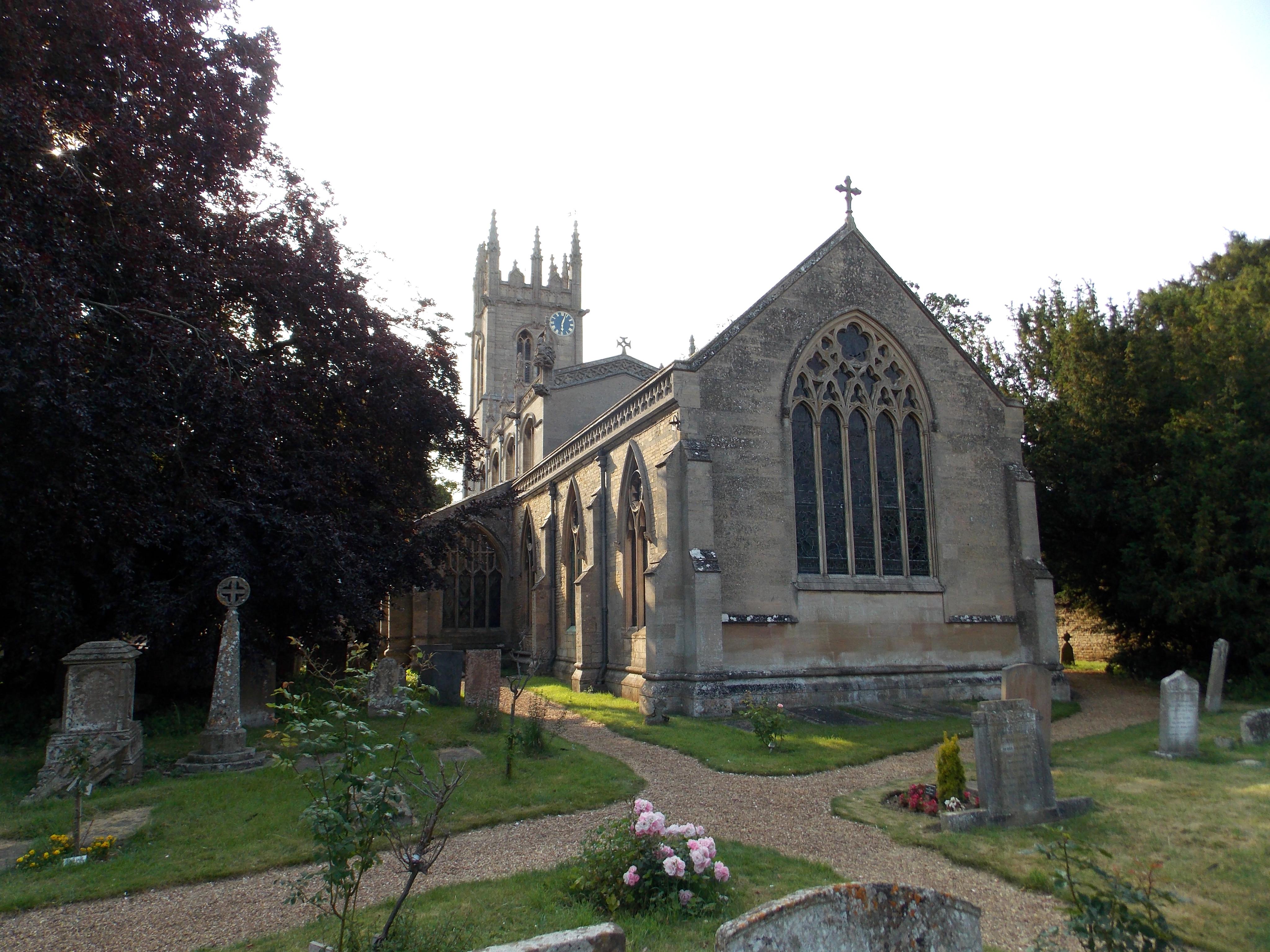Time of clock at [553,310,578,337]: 6:03
